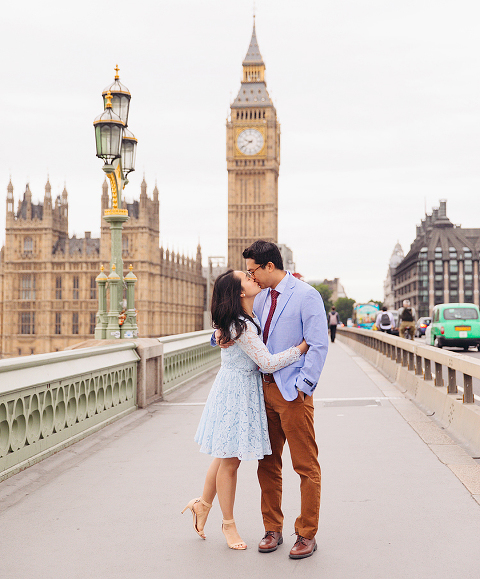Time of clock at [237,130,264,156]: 9:39
